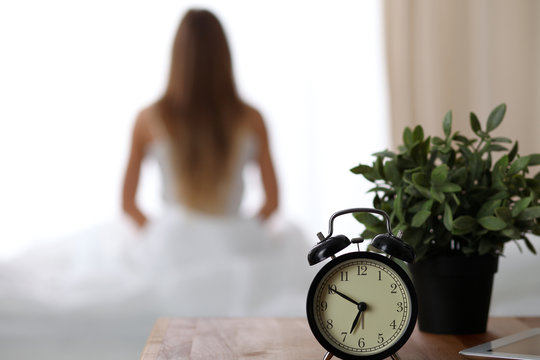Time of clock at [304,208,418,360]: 6:50
